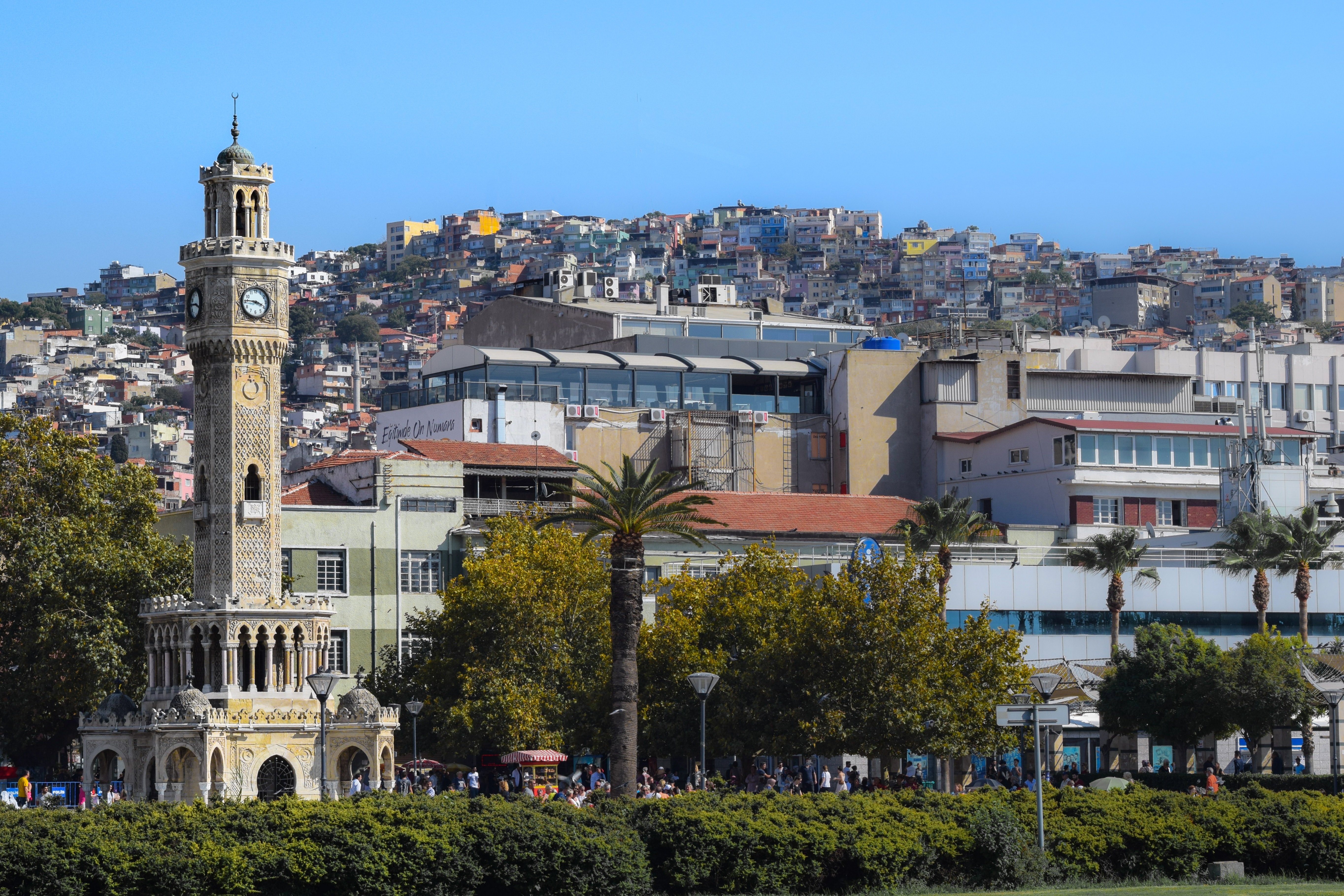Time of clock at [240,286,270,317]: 3:46
